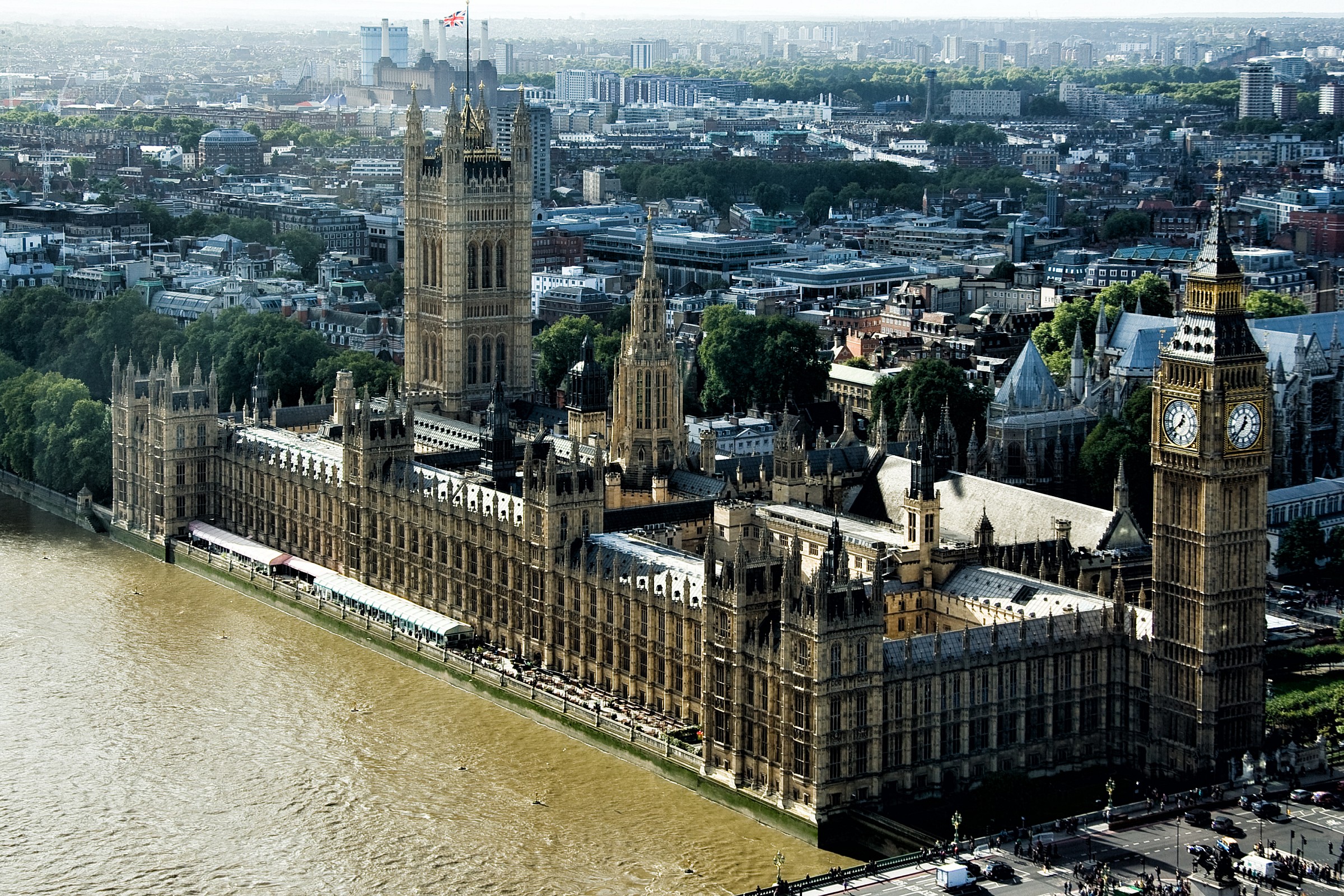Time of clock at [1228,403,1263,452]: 12:37
